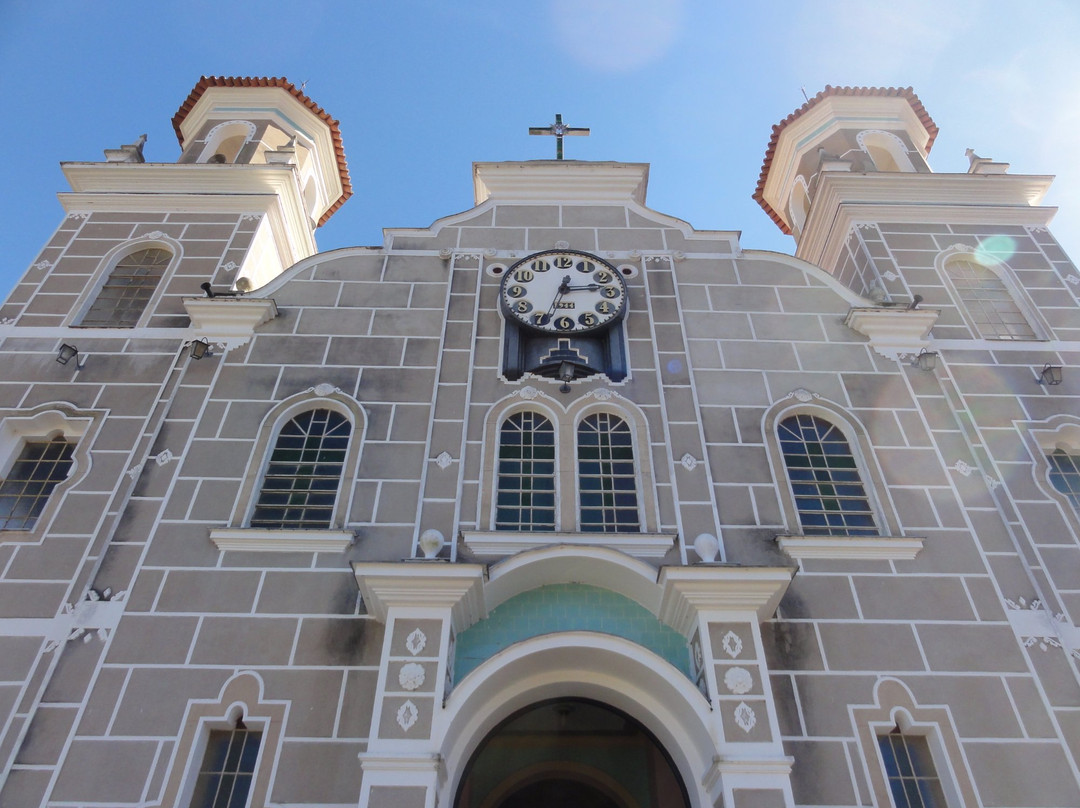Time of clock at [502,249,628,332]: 2:33
